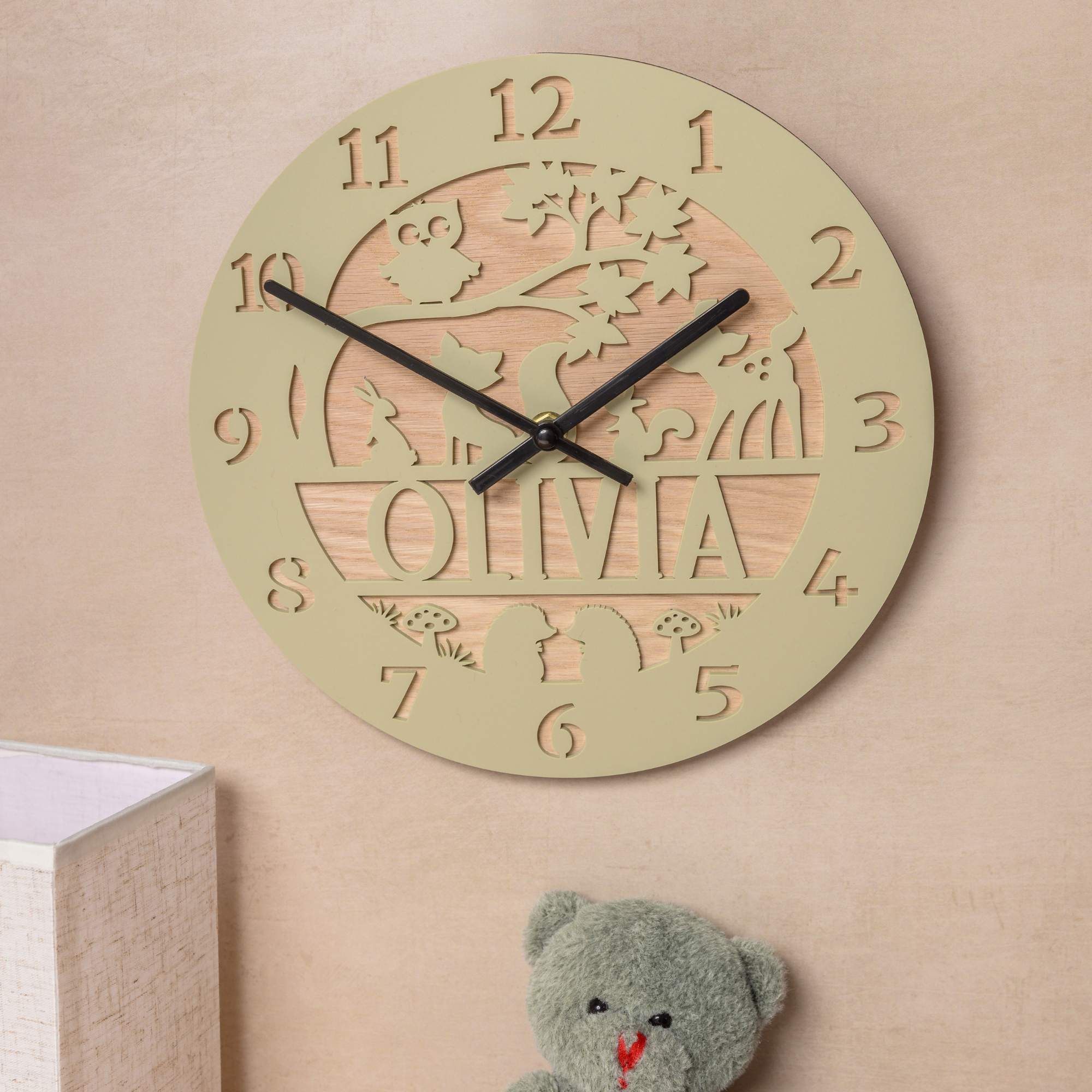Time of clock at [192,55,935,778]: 1:50
